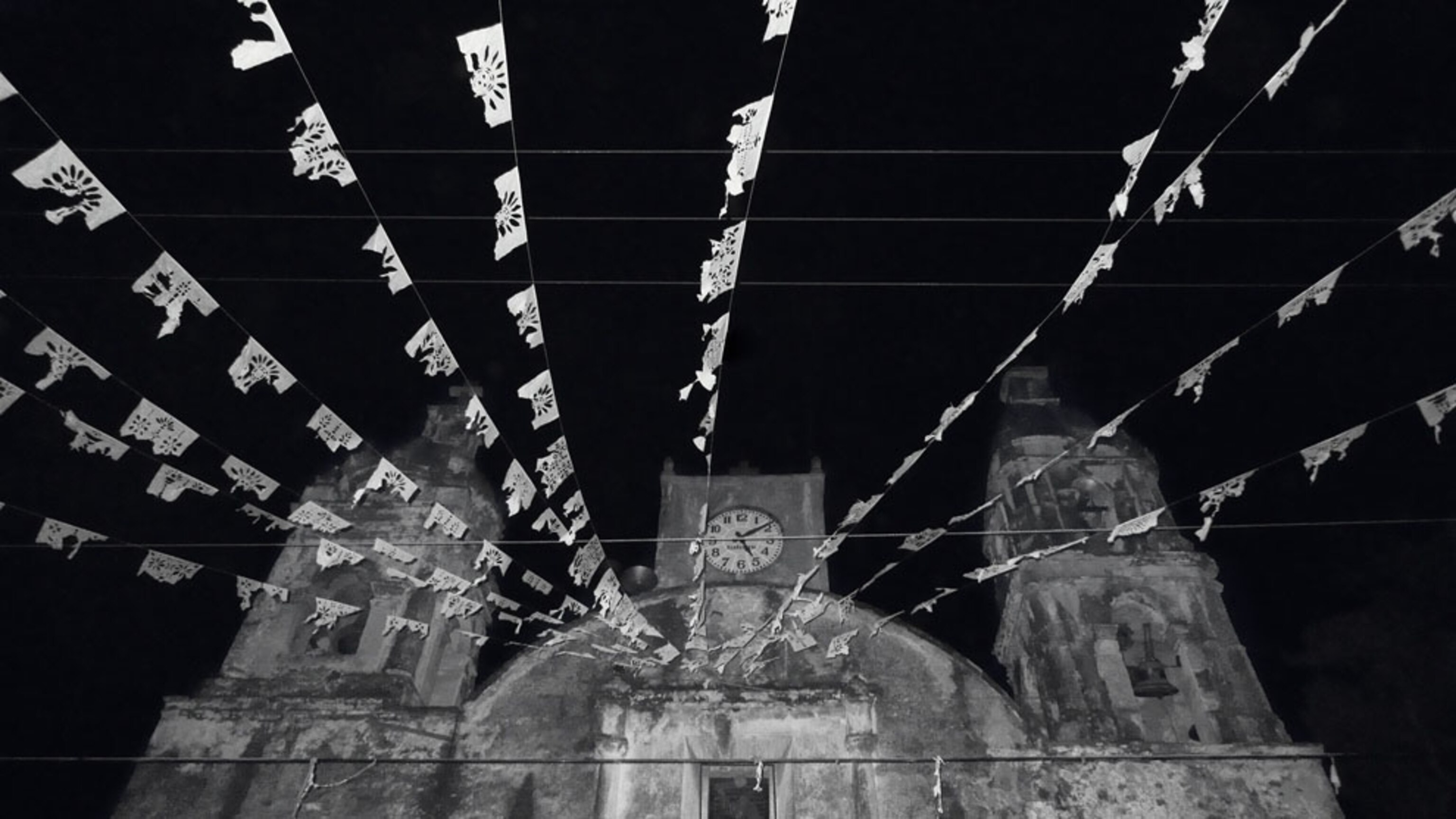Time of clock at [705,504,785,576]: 5:09
